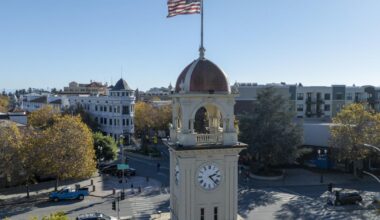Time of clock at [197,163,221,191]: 2:22
